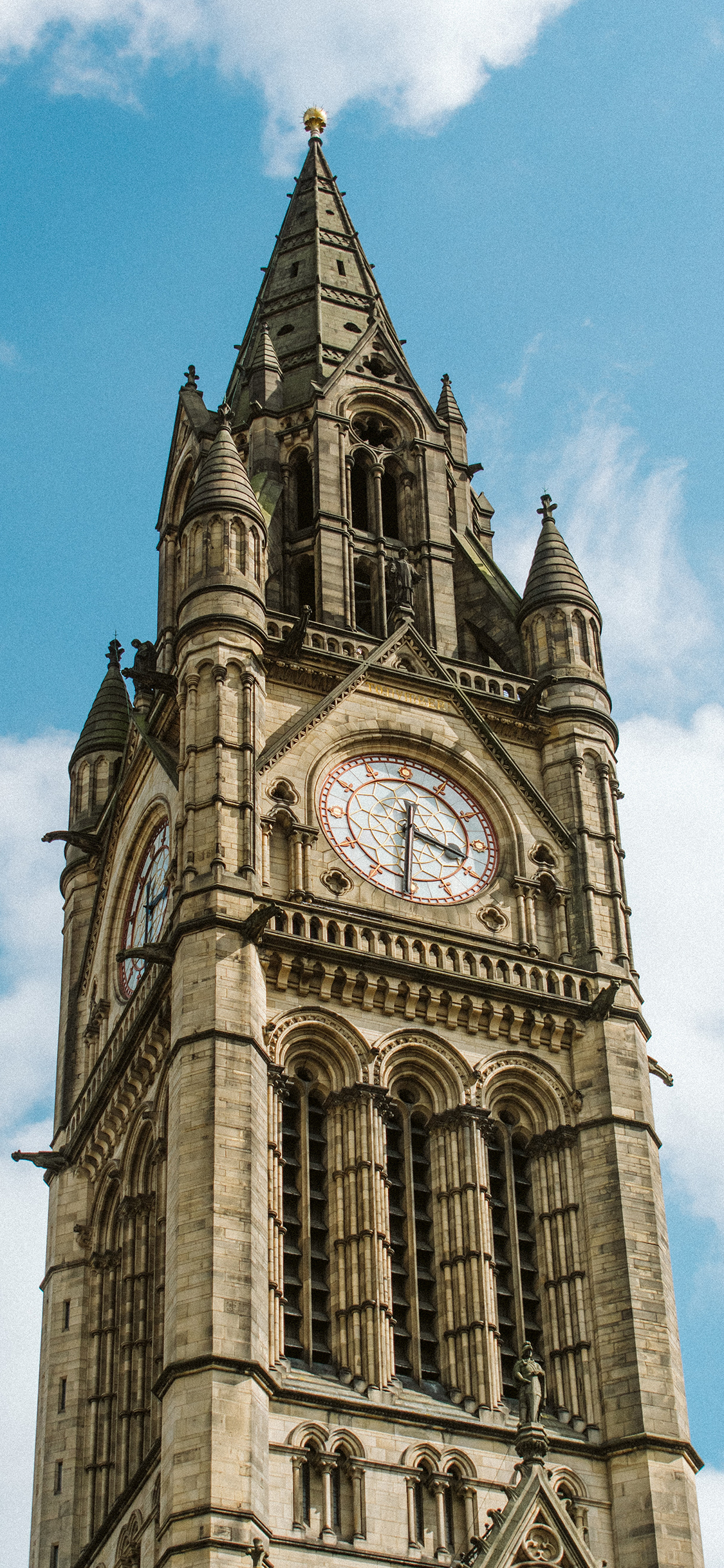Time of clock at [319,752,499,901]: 3:31
